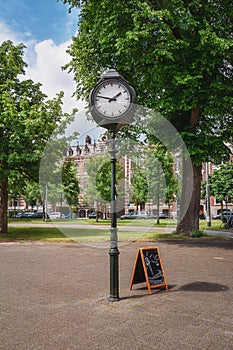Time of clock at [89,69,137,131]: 1:47
